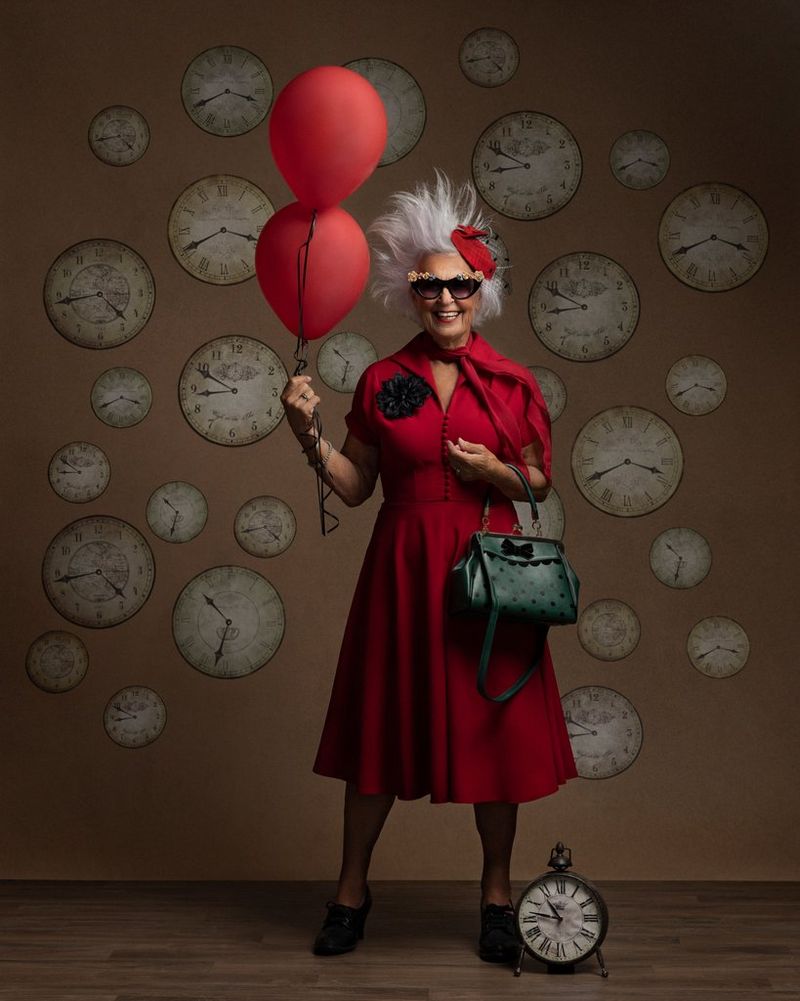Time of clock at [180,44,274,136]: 3:40
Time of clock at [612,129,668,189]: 3:40
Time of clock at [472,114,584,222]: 8:49
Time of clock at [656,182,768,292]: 3:40
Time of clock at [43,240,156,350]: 4:43
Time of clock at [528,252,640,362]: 8:49
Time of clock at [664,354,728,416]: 3:40
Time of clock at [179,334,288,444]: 8:49
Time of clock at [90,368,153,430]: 3:40
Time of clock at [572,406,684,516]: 3:40
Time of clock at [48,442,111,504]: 8:50
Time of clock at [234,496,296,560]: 4:42
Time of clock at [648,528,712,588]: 10:32
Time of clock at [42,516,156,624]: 4:43
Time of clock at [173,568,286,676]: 10:32
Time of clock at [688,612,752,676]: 3:40
